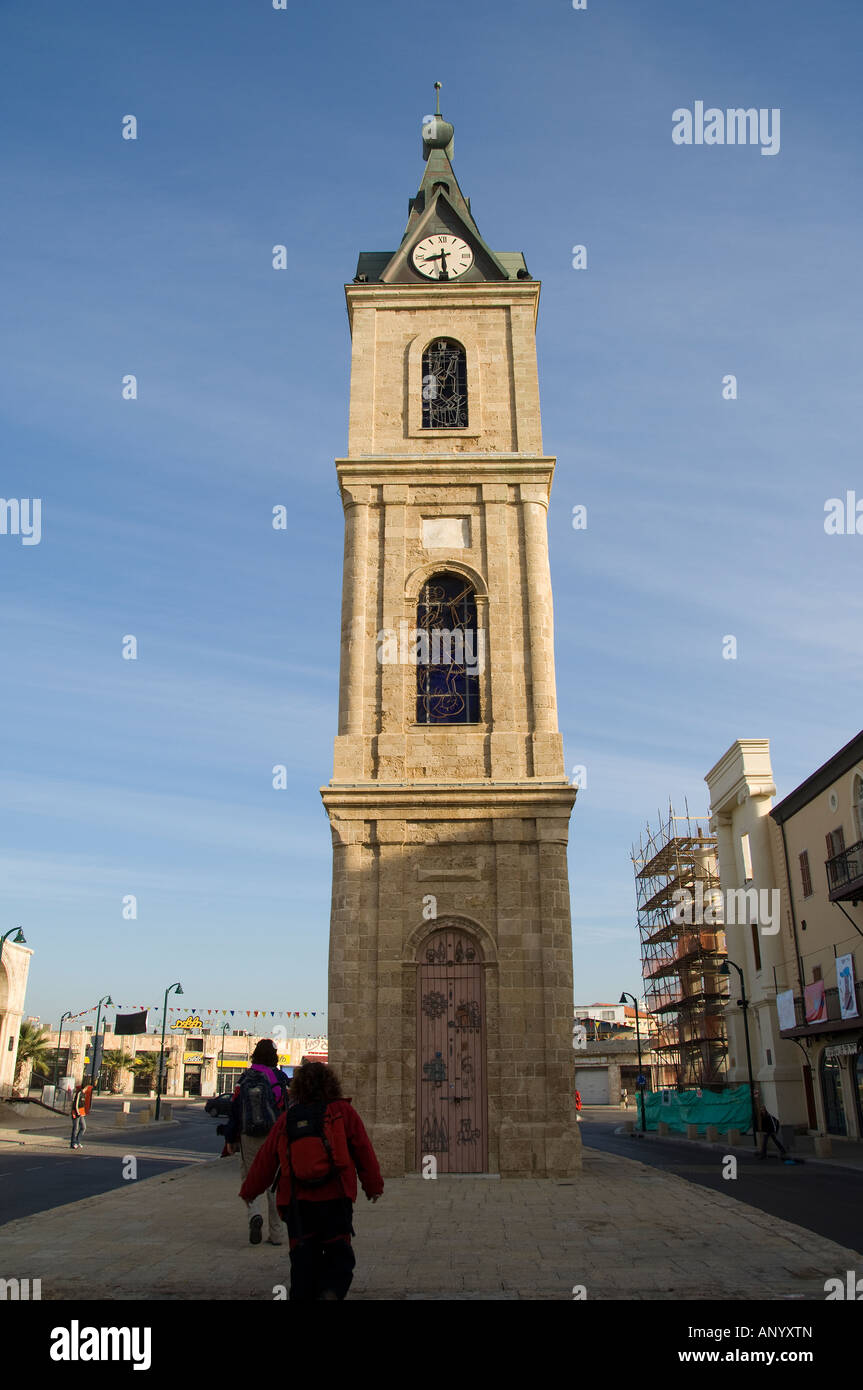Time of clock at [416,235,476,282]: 8:29
